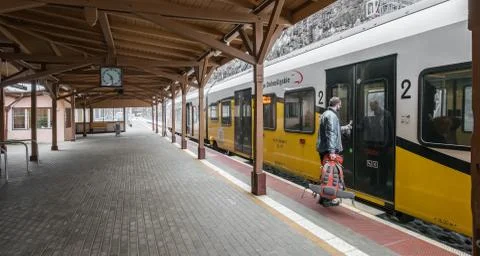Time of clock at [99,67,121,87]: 10:28
